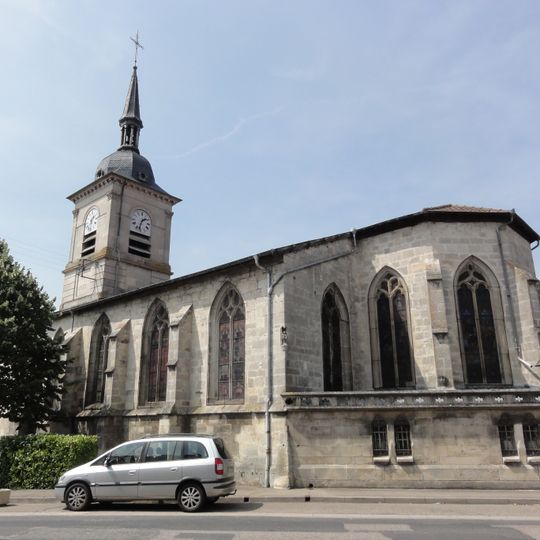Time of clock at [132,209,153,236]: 1:32
